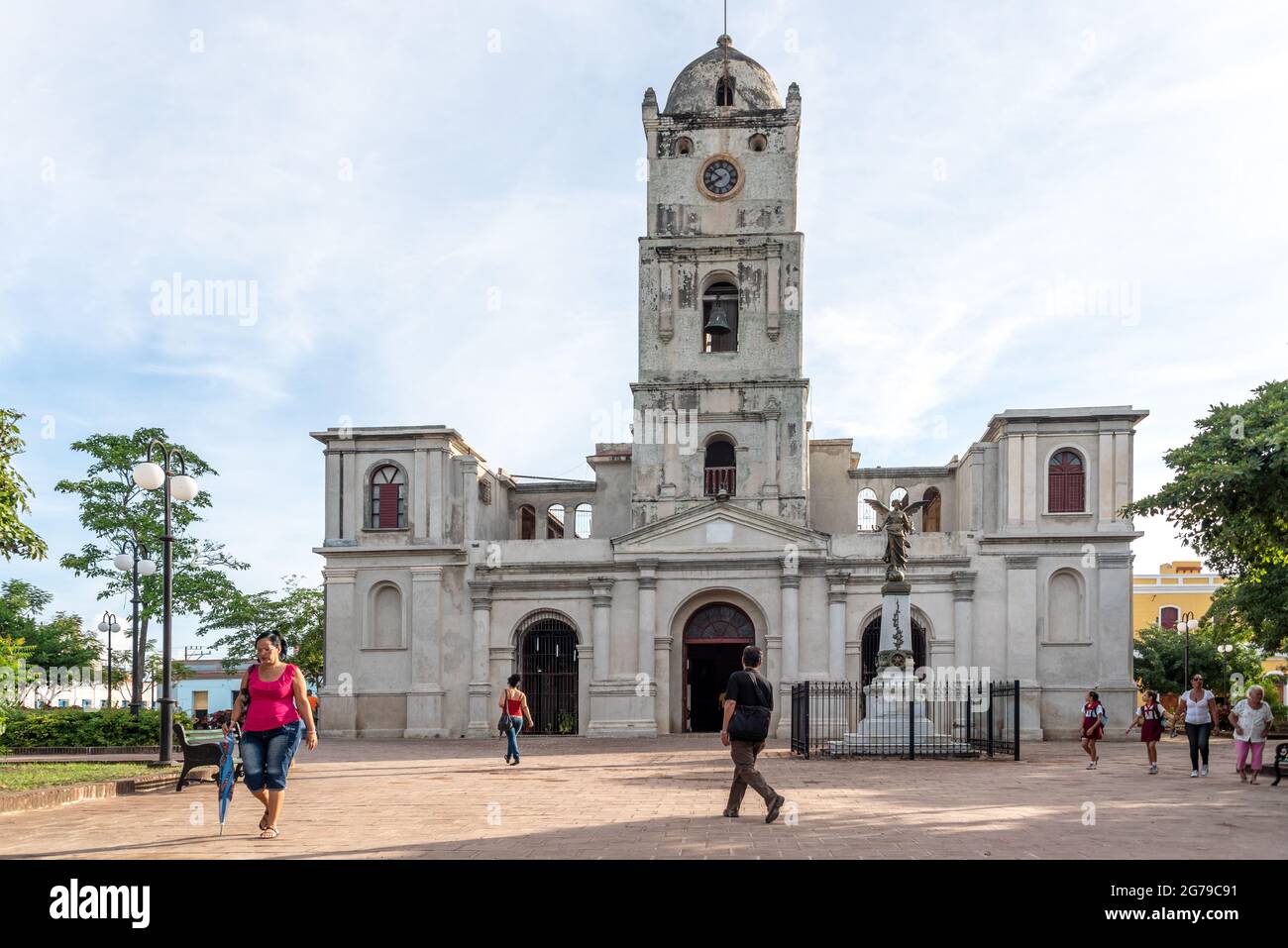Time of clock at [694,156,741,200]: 7:50
